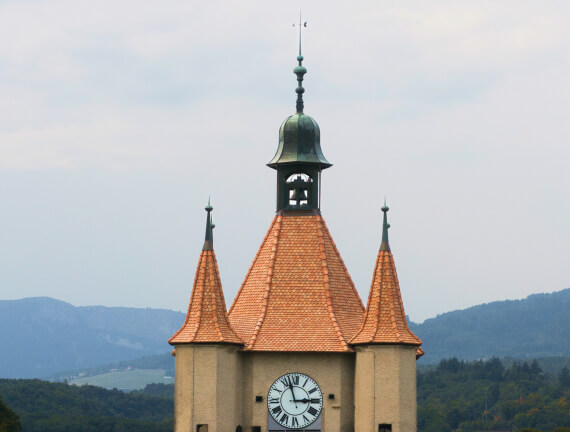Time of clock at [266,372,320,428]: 2:57
